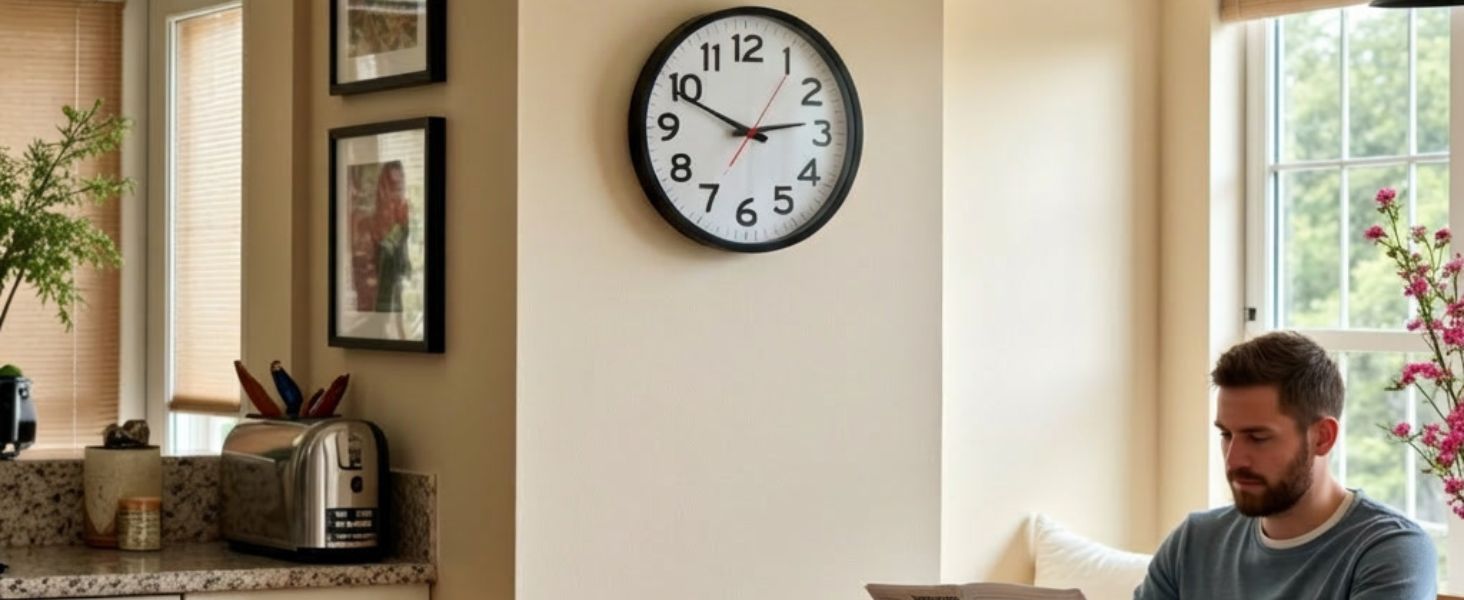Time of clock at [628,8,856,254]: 2:48
